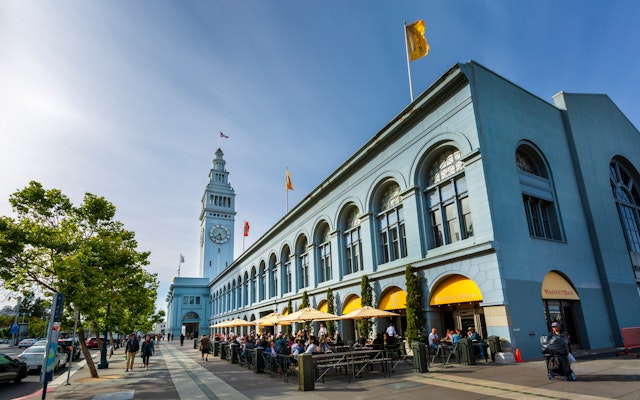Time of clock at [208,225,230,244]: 5:37
